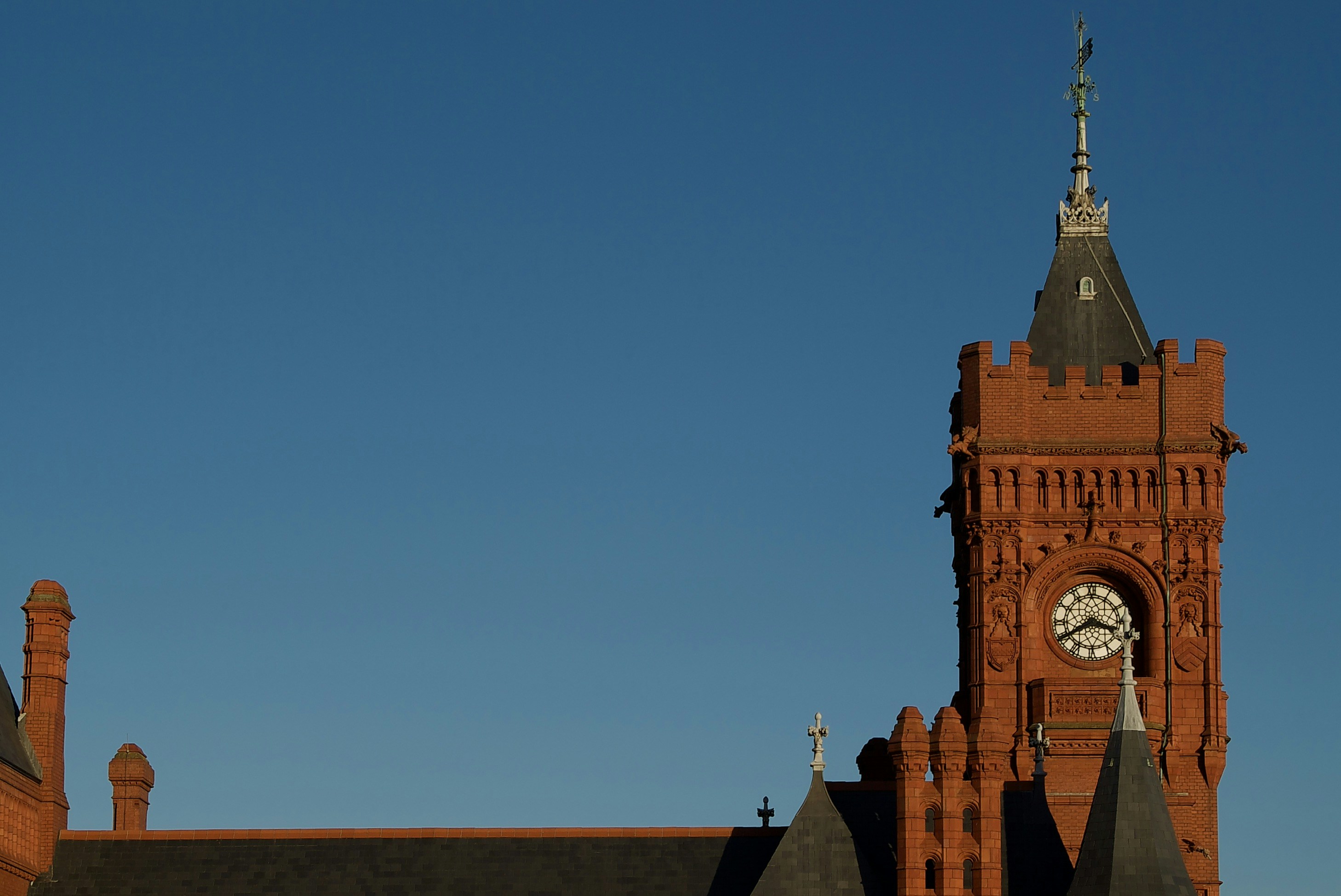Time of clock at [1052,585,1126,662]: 3:40
